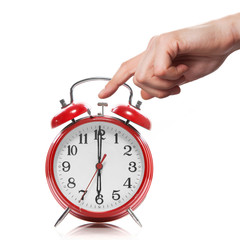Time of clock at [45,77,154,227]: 6:00
